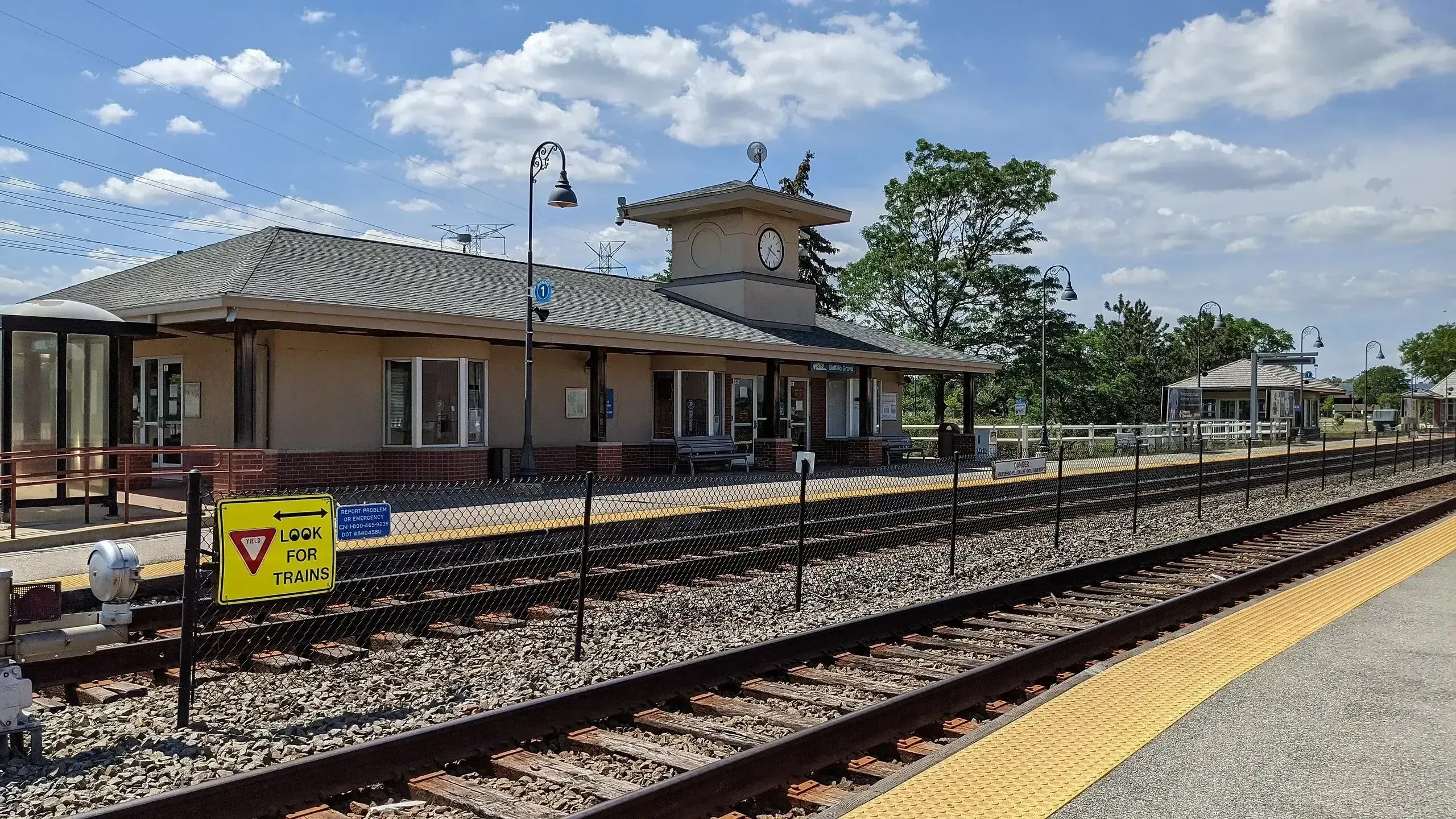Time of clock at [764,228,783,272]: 3:34
